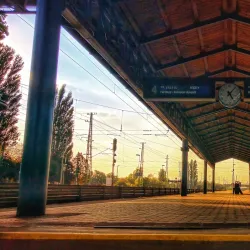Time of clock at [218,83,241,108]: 5:06
